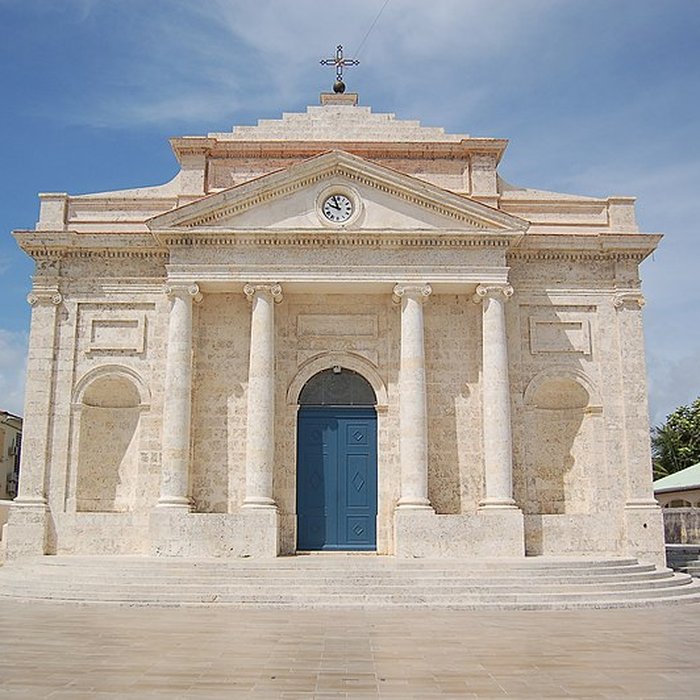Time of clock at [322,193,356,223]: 9:56
